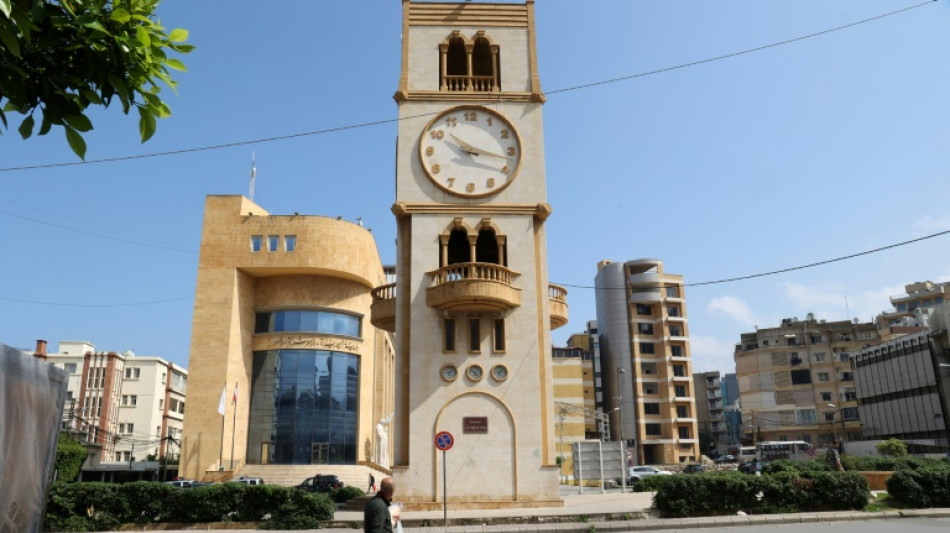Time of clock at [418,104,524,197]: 10:17
